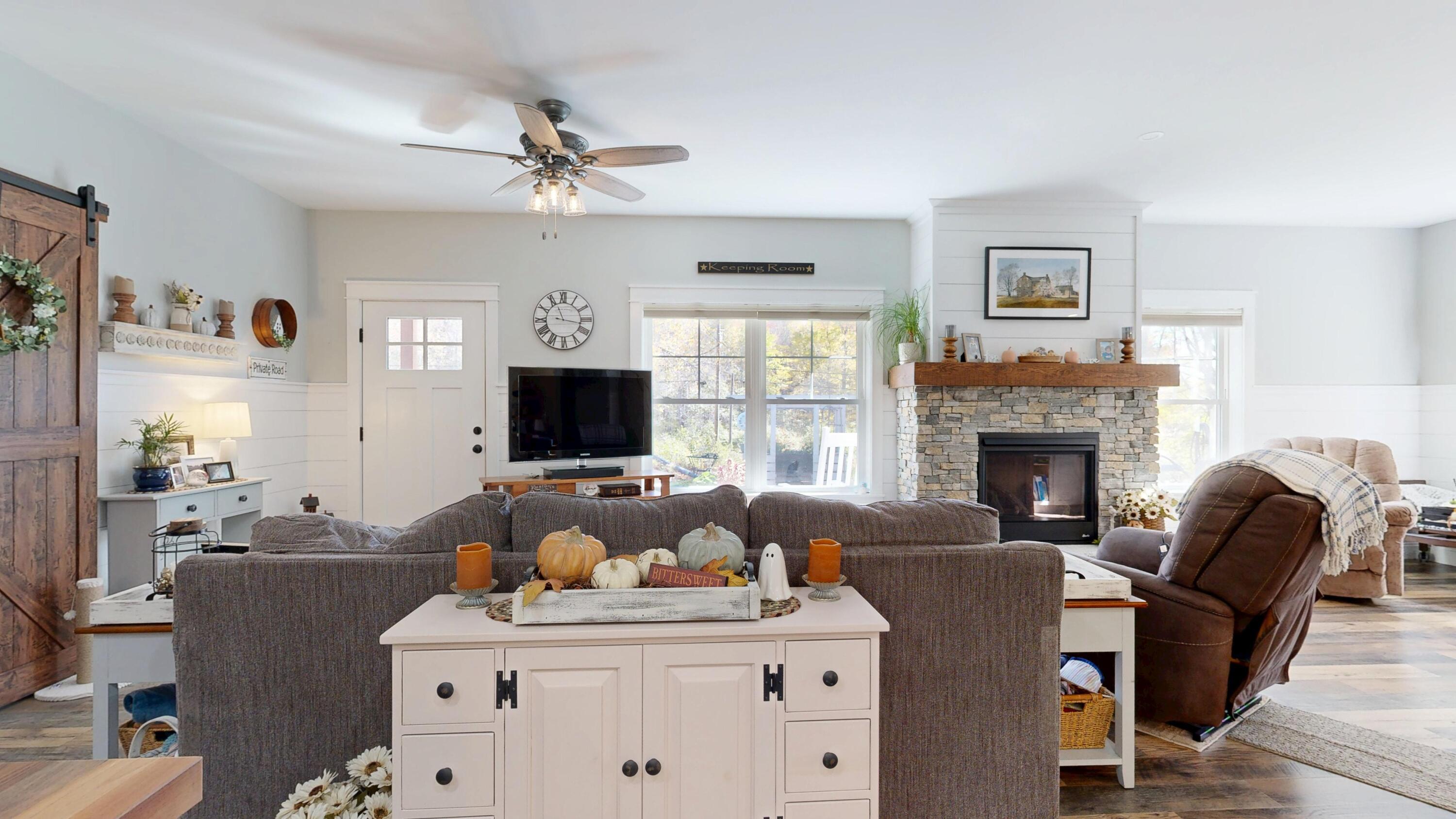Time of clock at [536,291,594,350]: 11:16
